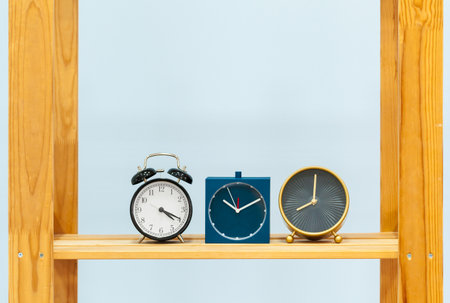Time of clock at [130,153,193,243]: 4:19
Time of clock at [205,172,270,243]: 10:10
